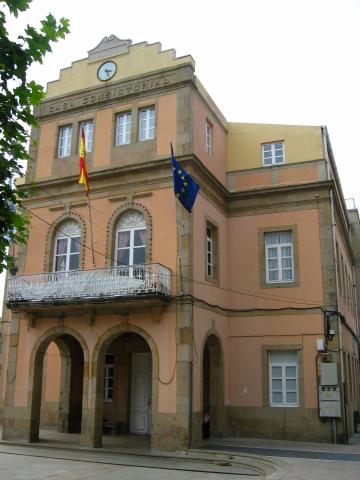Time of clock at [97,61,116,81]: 3:26
